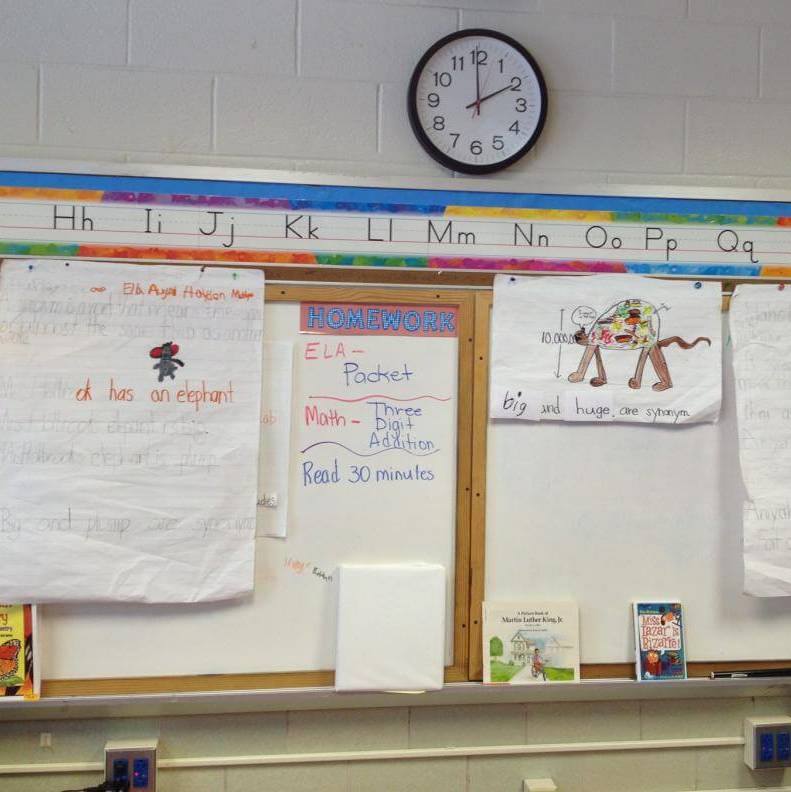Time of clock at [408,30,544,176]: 1:59
